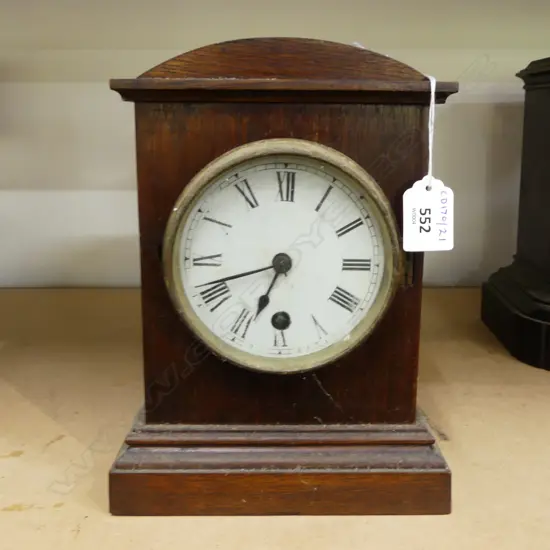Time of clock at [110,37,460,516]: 6:41
